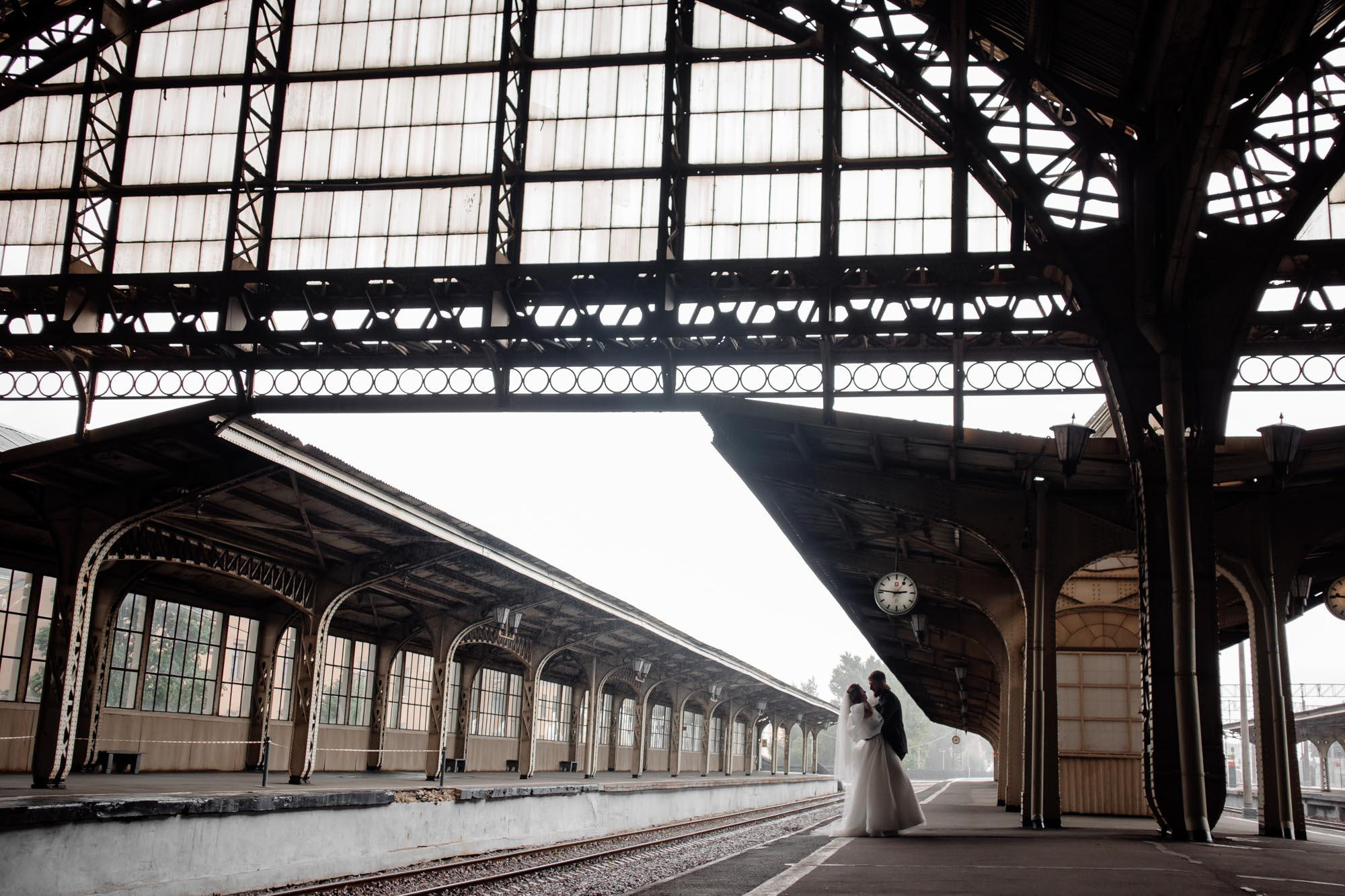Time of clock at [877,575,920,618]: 2:46
